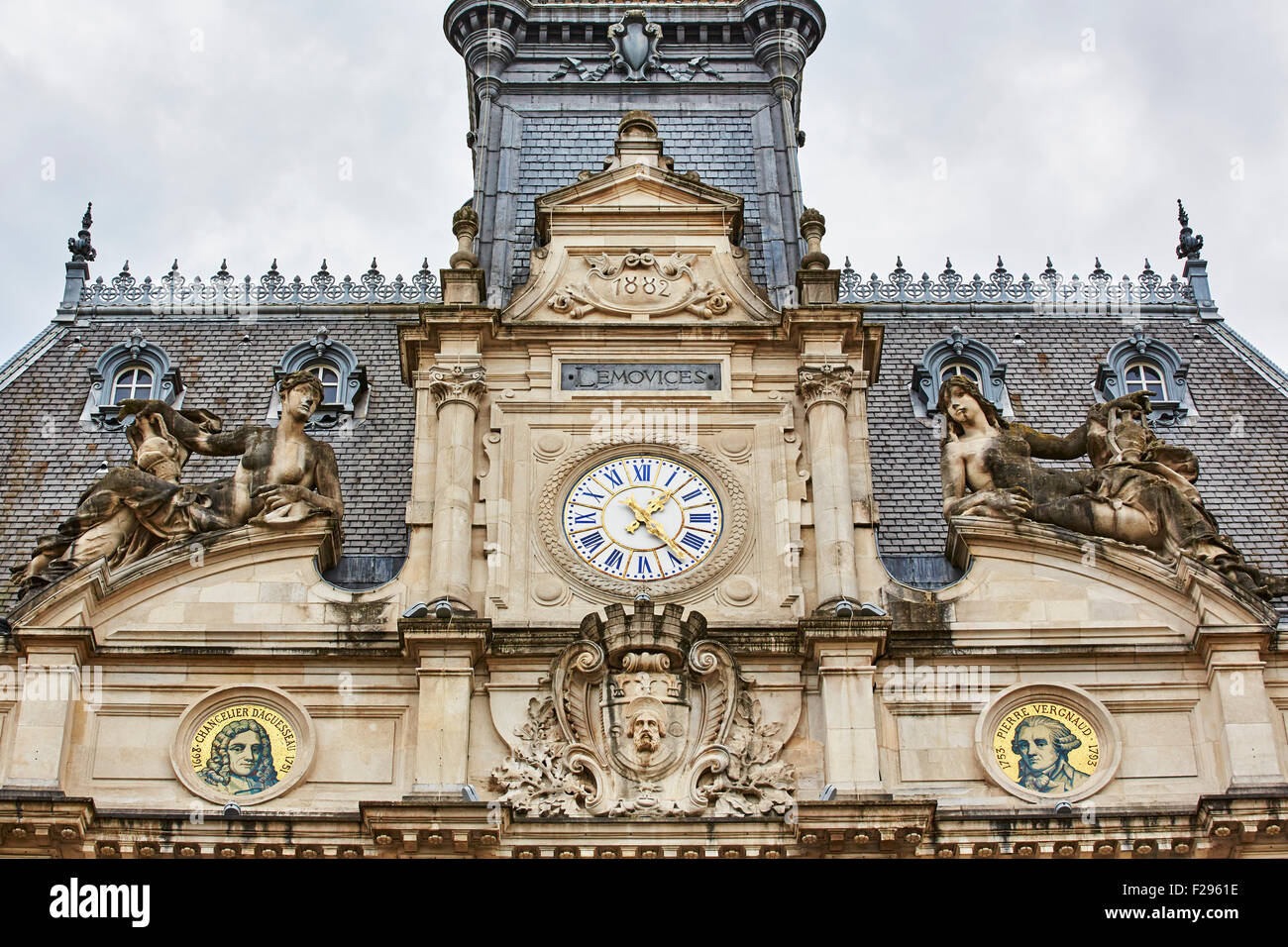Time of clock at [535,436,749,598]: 1:23
